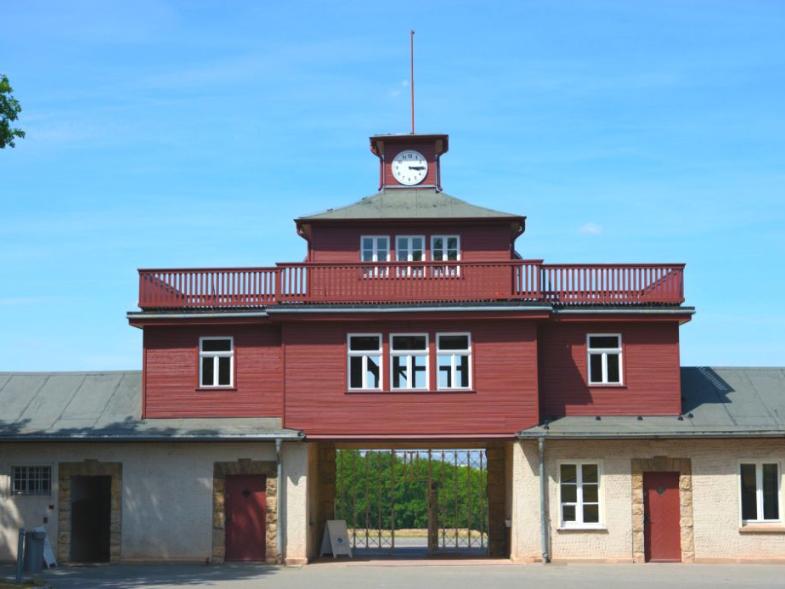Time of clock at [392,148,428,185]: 3:14
